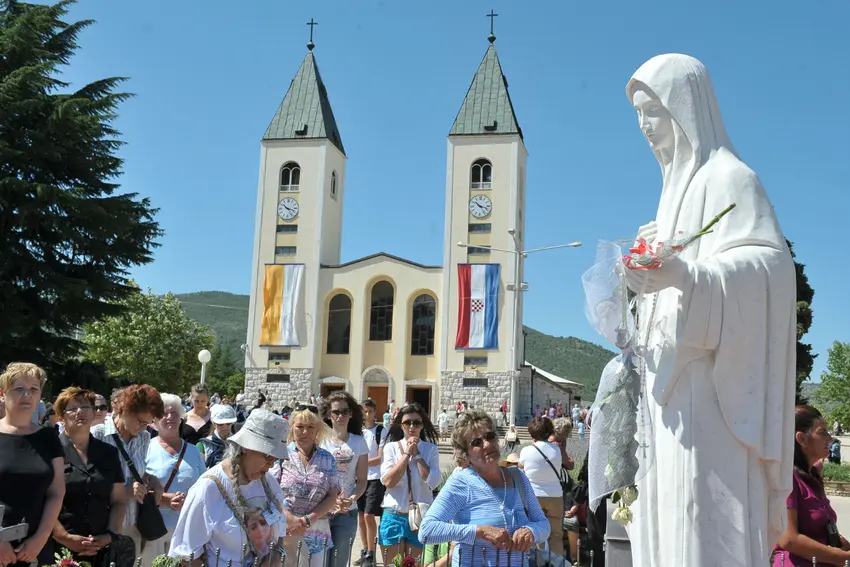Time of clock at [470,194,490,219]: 10:17
